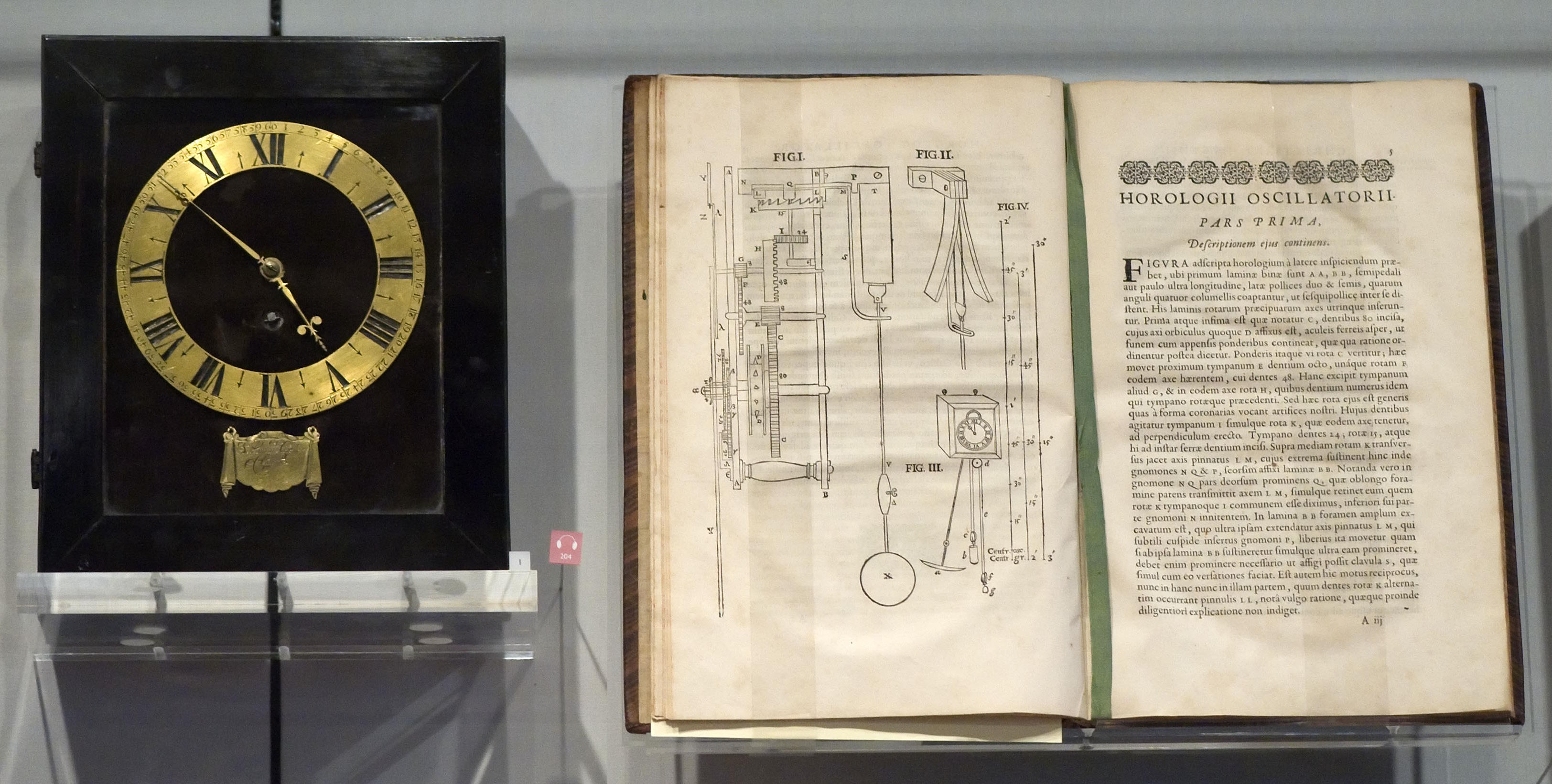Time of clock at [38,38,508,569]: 4:52
